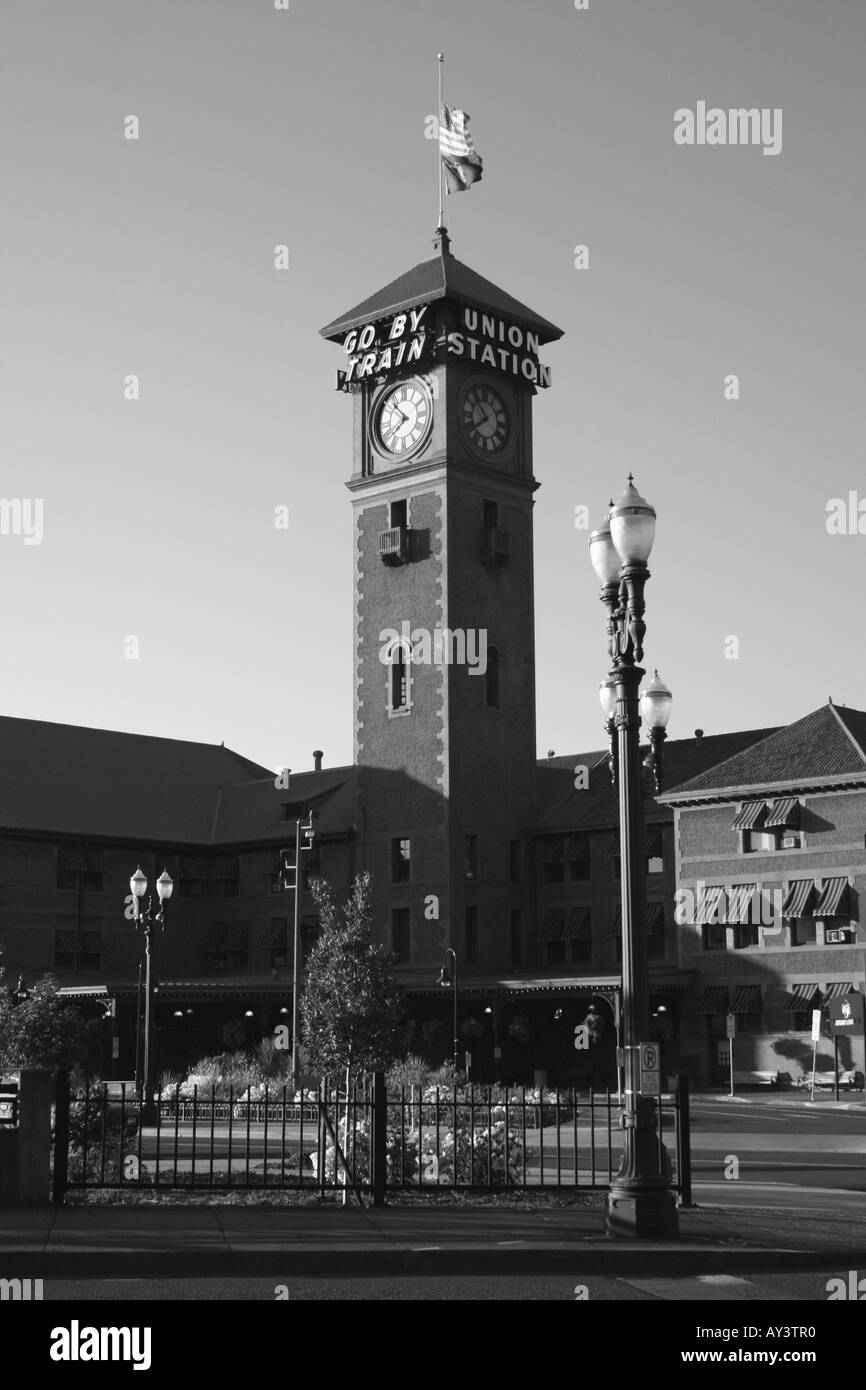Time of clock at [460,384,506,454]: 7:52
